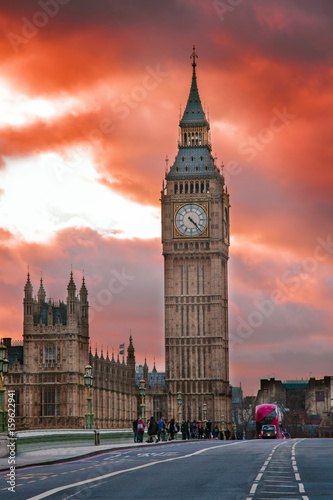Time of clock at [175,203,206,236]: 4:23
